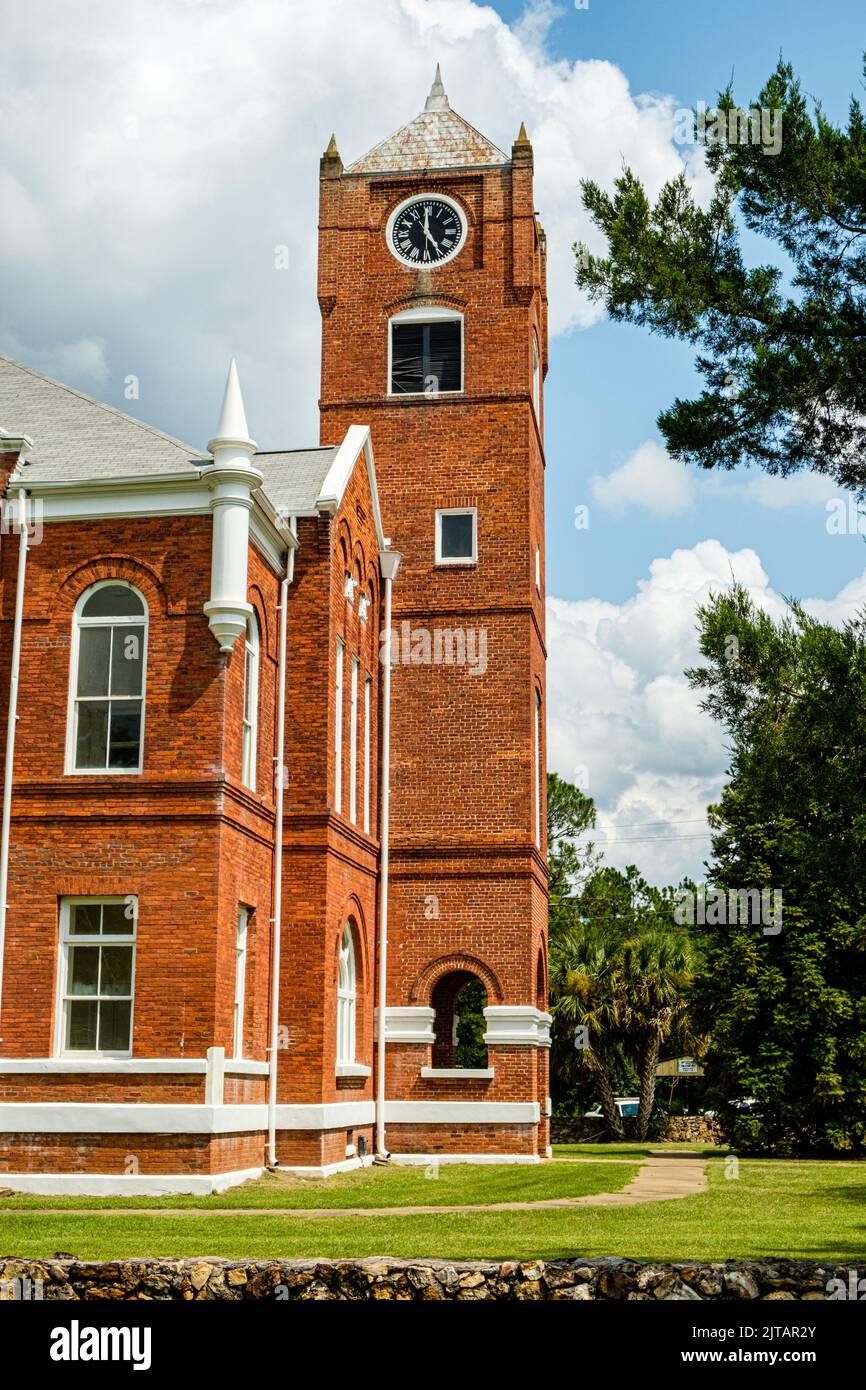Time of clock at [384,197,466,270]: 4:59
